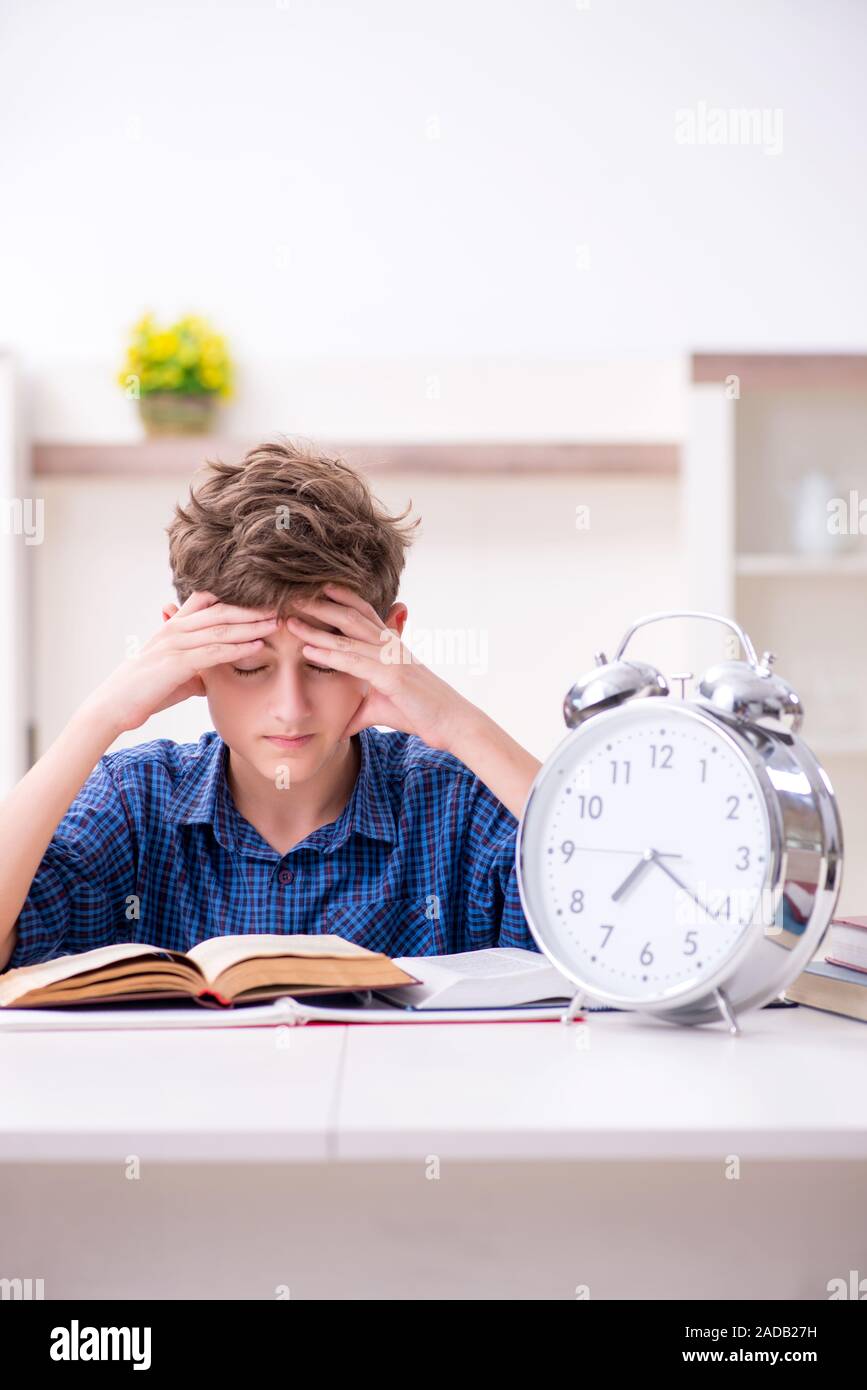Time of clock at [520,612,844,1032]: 7:21
